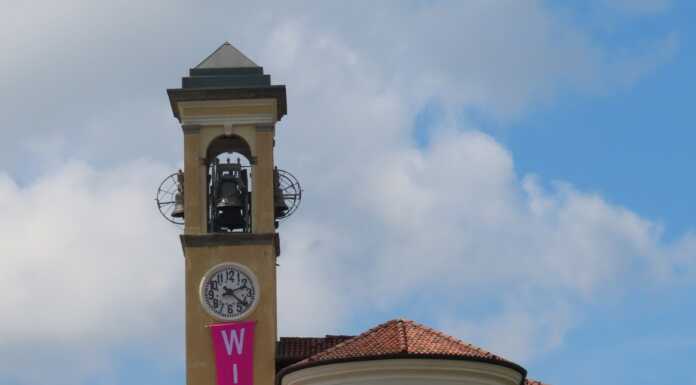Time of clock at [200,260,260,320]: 2:21
